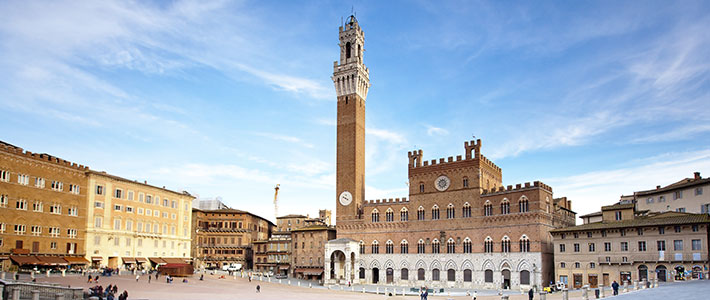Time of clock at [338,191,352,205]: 3:48
